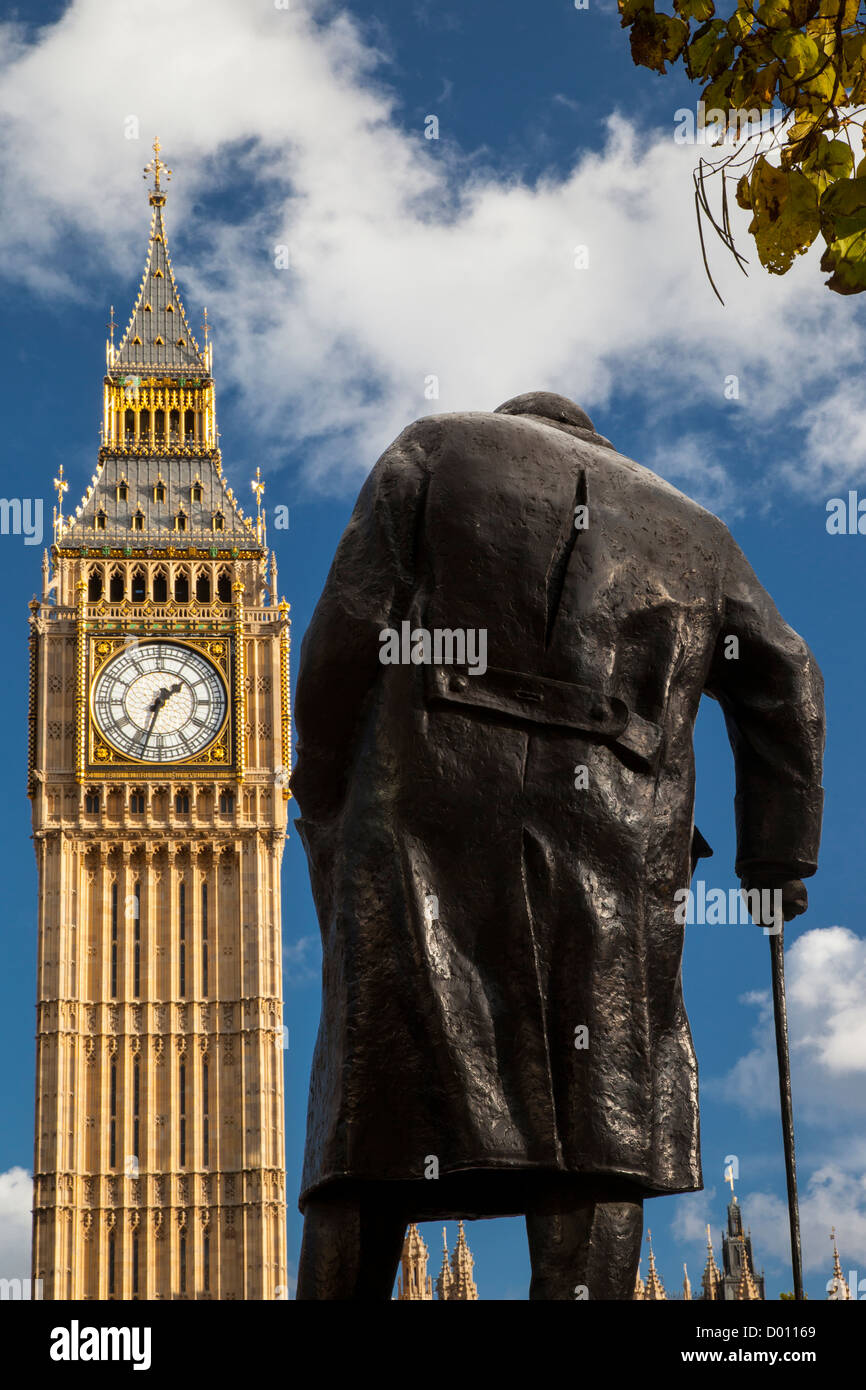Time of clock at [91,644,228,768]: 1:33
